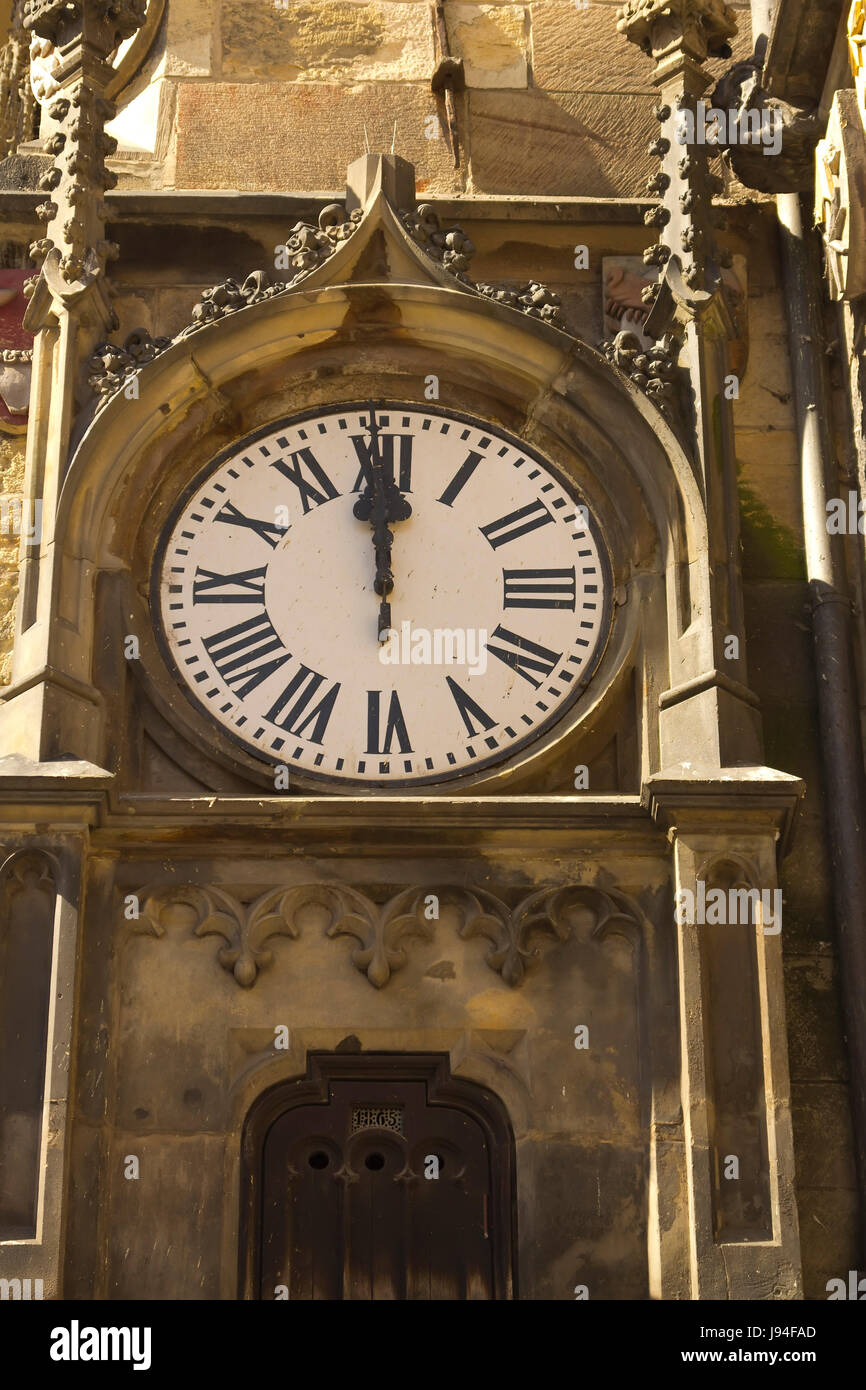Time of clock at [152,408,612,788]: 11:59
